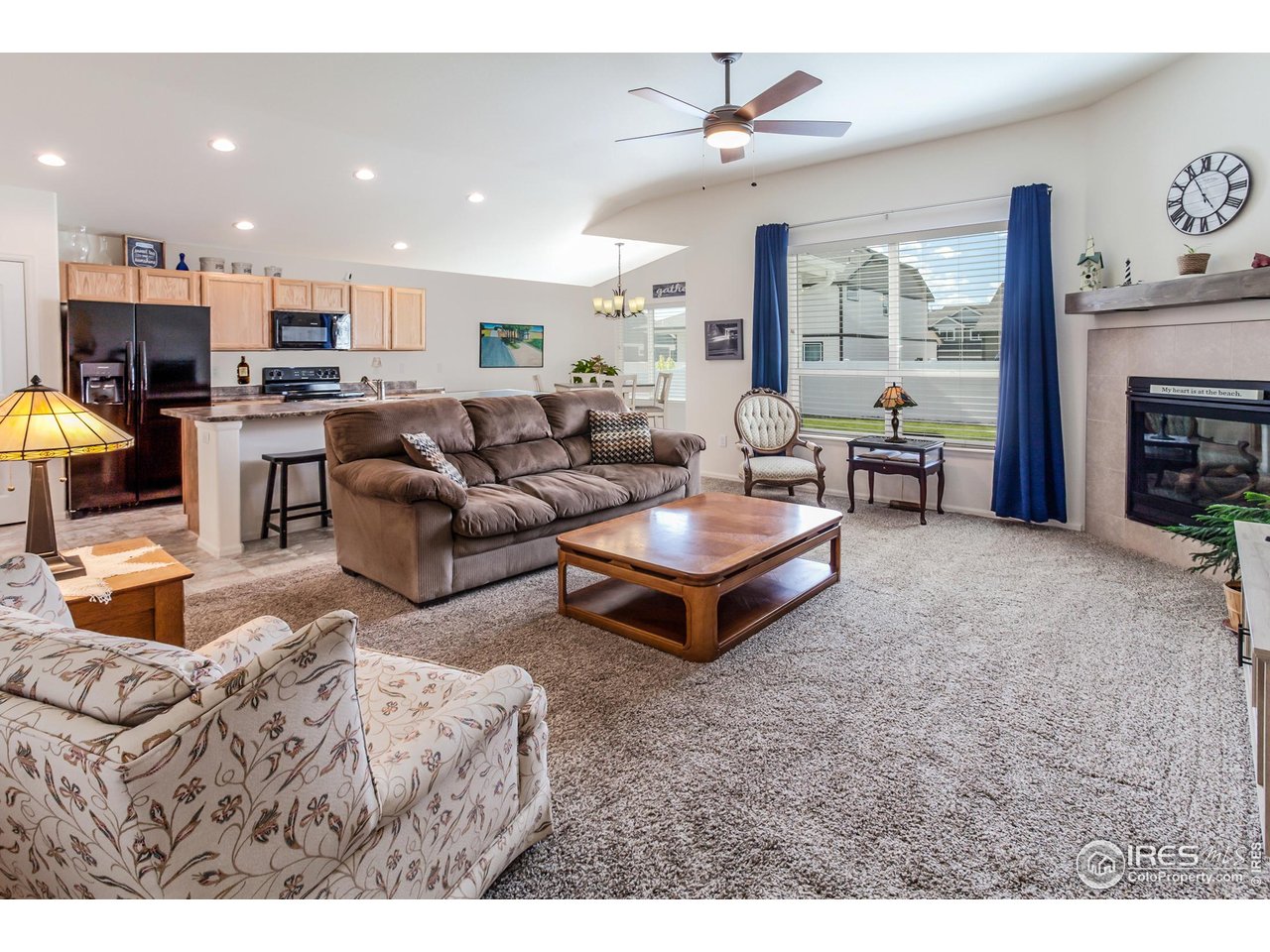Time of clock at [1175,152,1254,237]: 4:55
